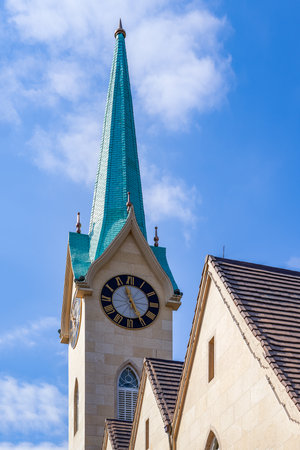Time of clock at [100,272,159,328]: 11:25
